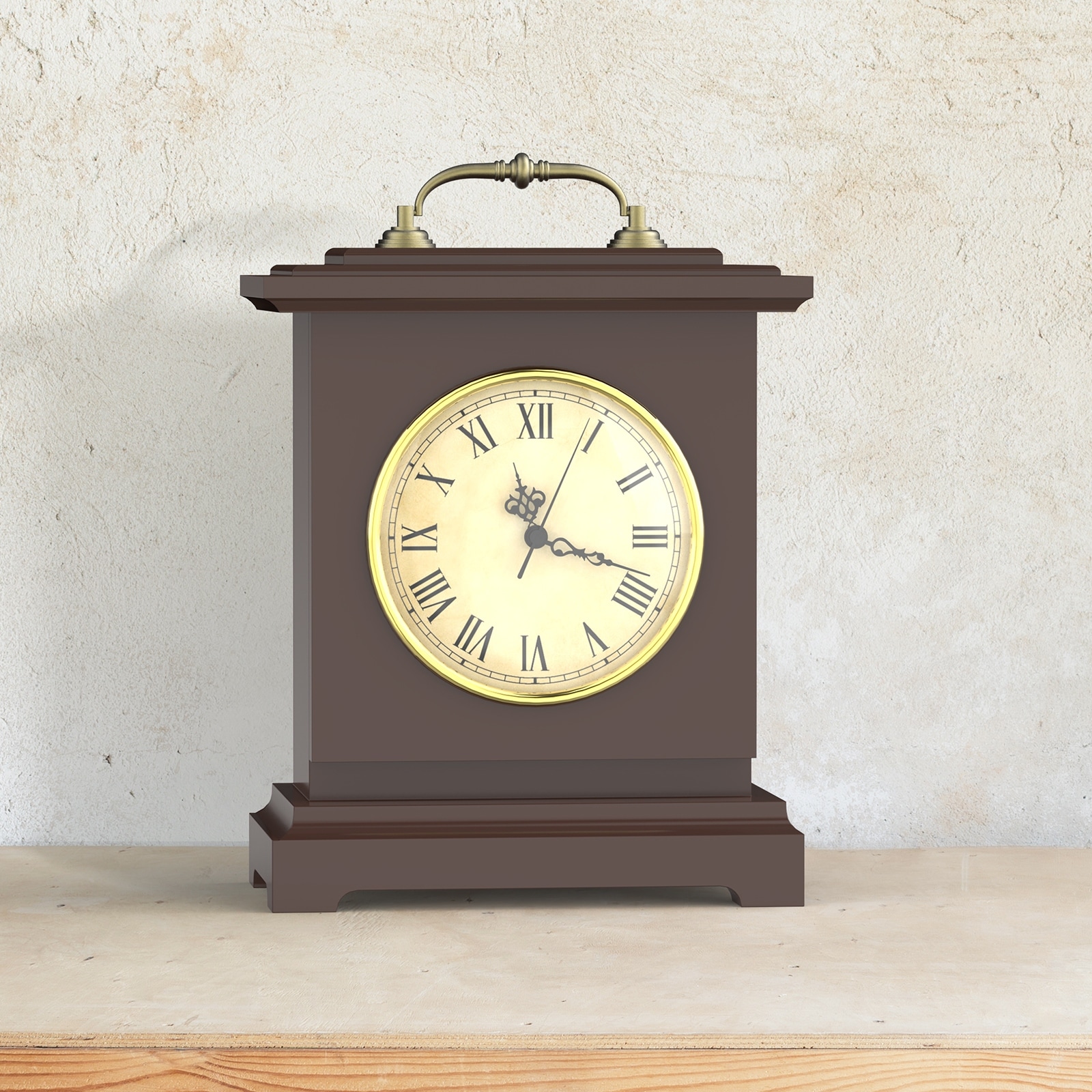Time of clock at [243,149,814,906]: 11:18
